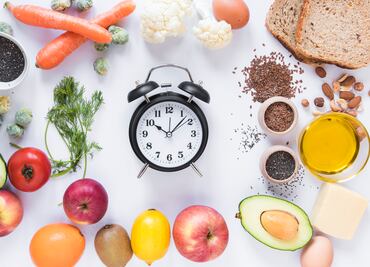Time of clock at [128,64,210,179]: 10:07
